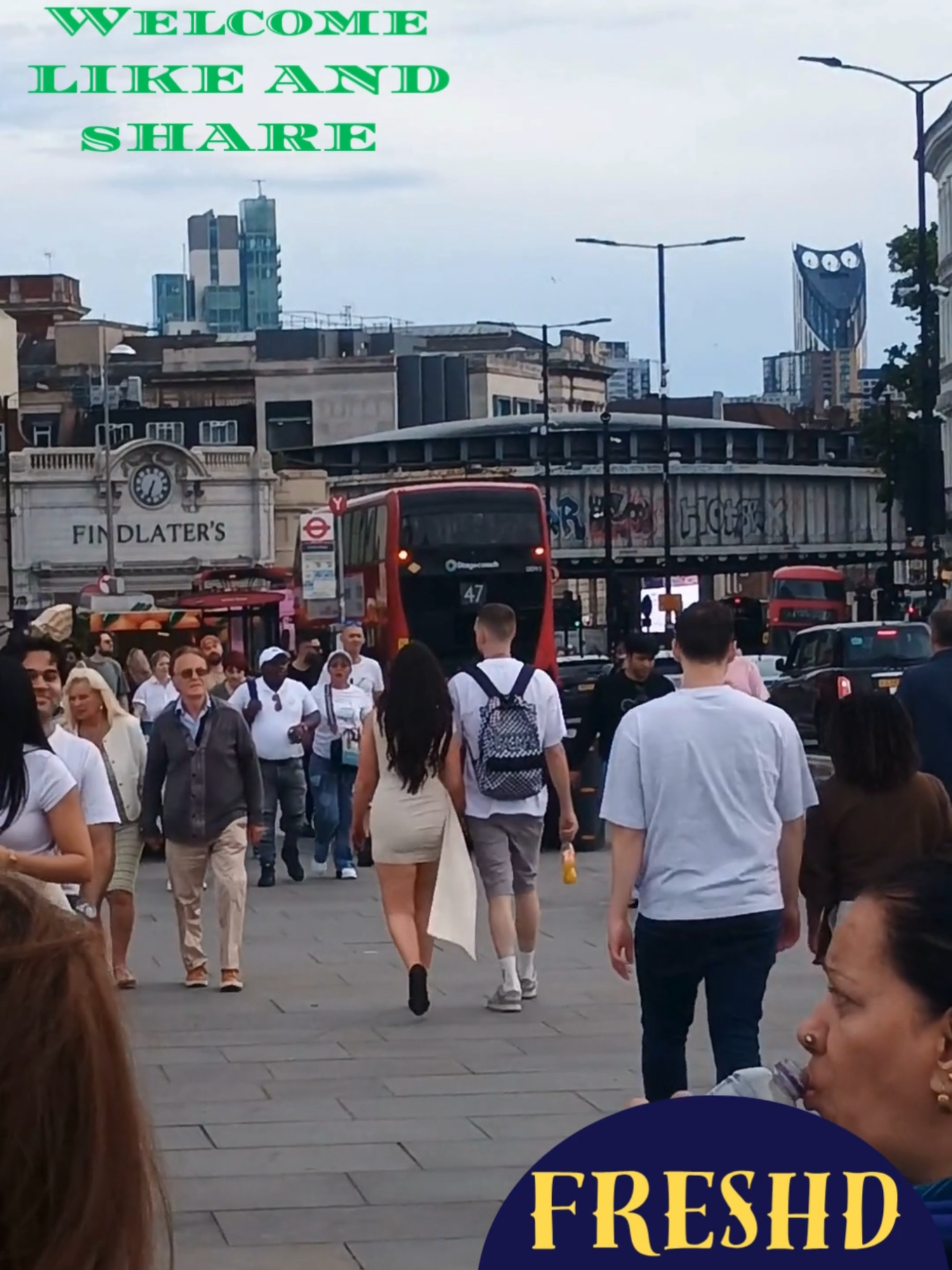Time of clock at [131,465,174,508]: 6:34
